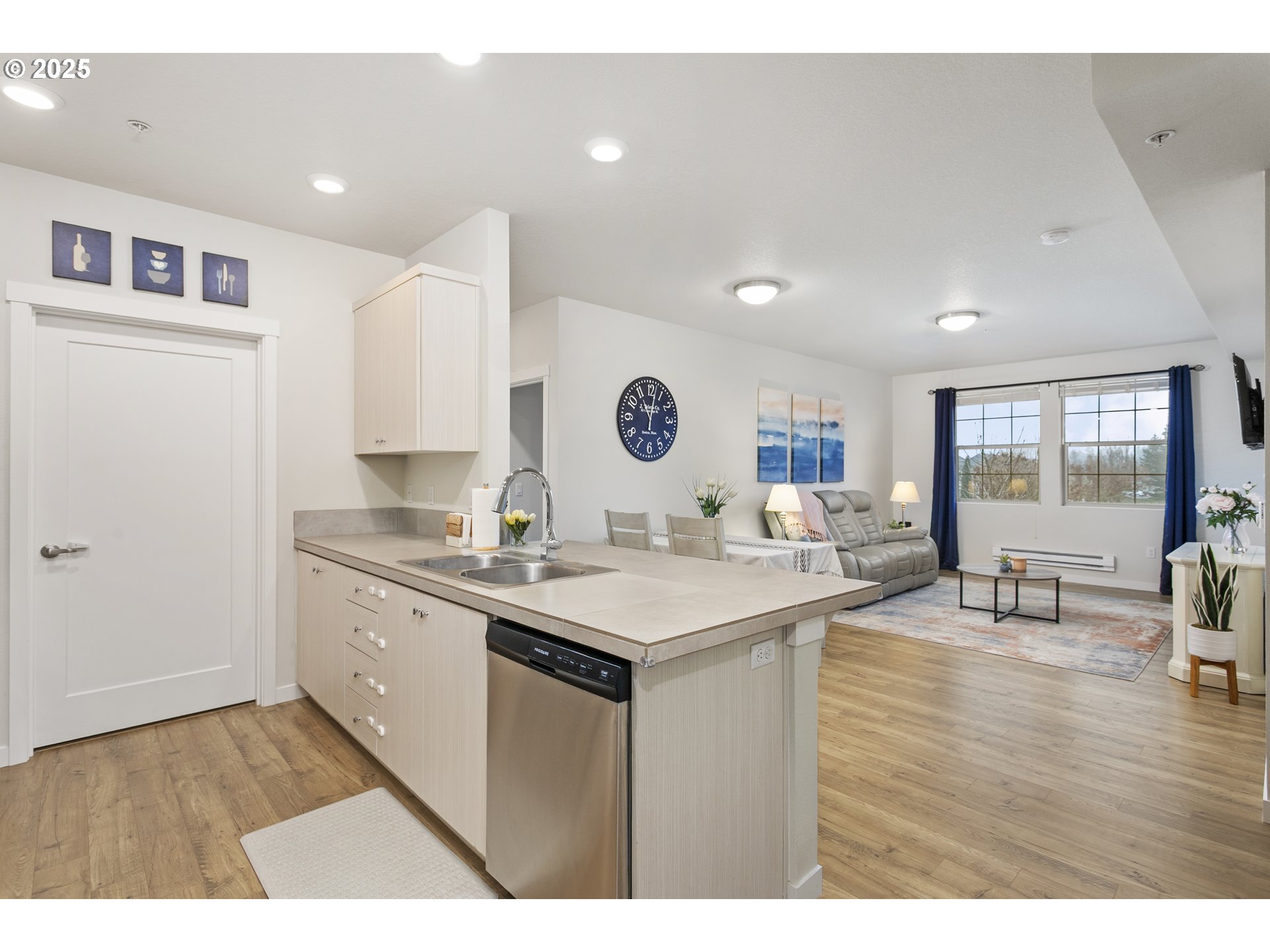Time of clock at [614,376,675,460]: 11:02
